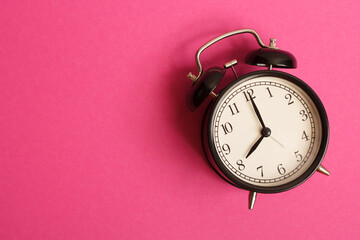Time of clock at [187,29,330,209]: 8:00
